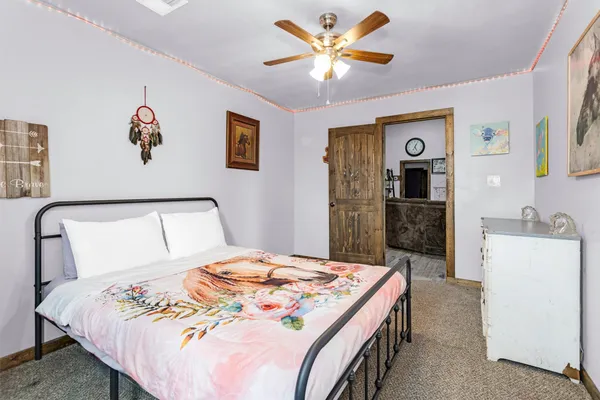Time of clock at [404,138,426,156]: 5:04
